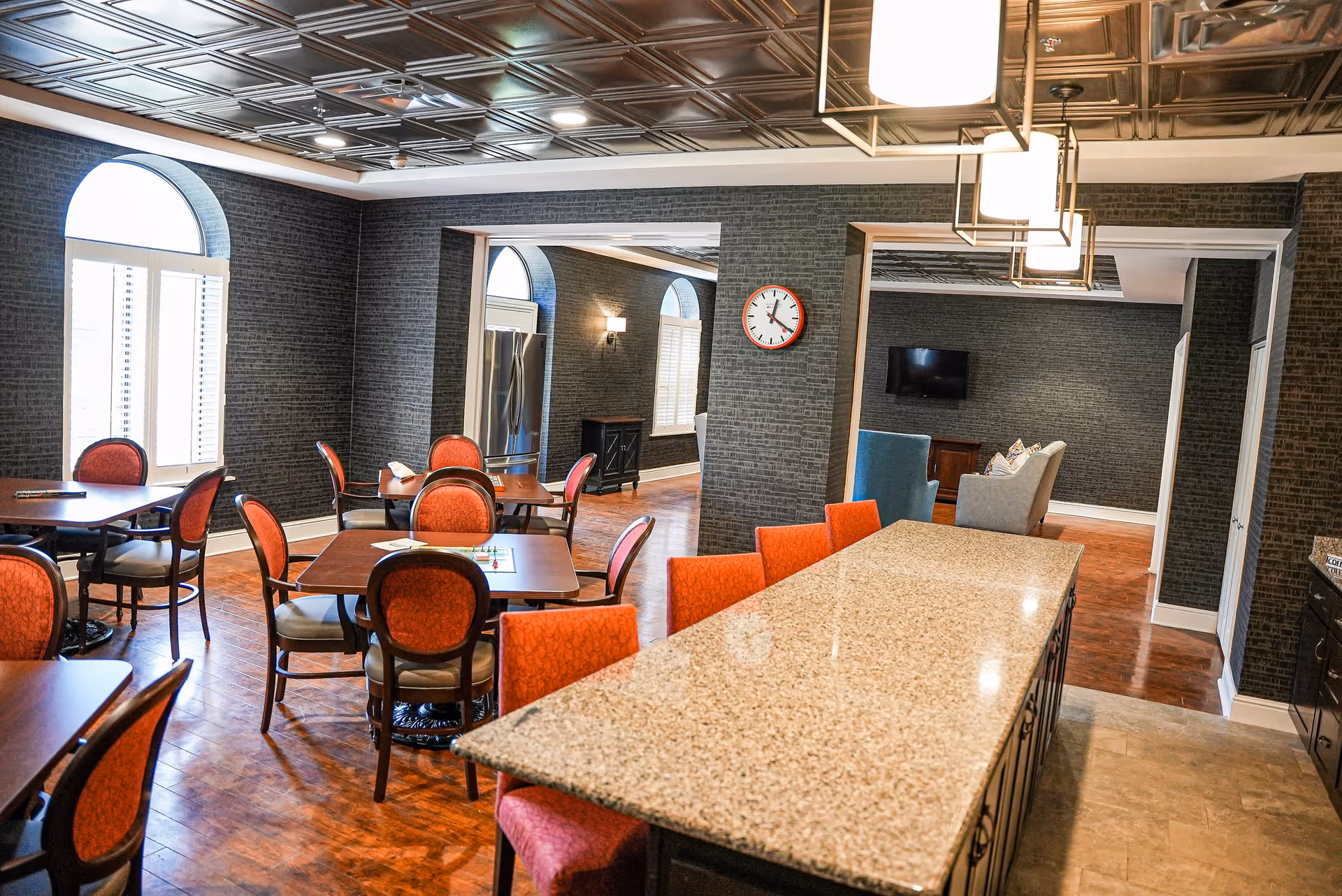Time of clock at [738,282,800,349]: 12:20
